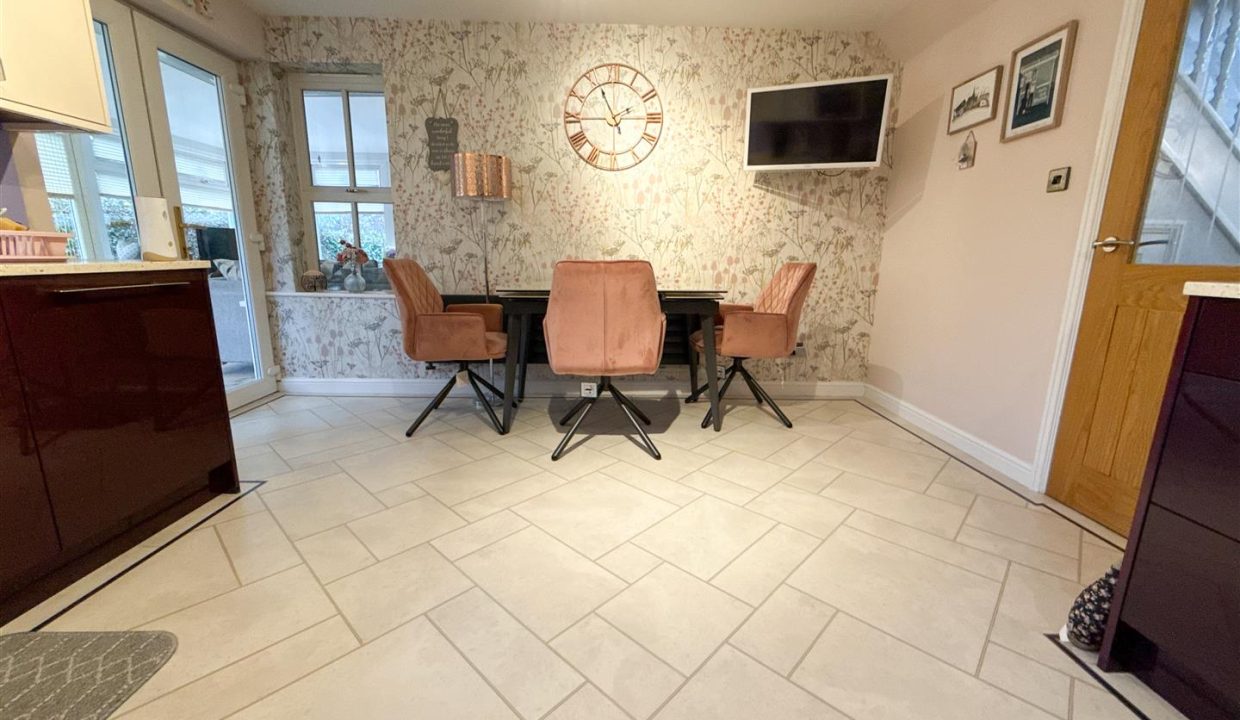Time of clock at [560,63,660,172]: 1:55
